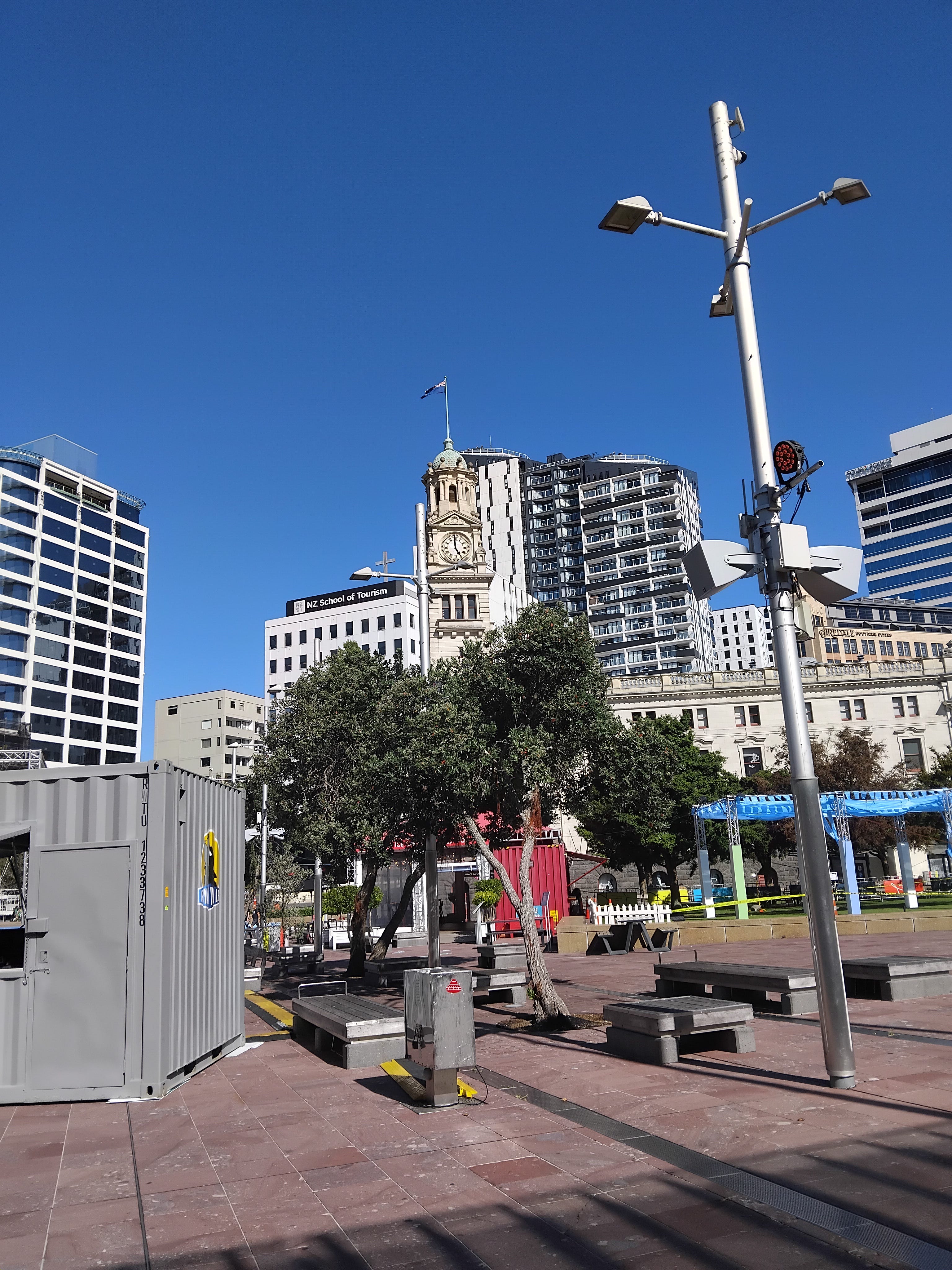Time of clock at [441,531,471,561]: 4:59
